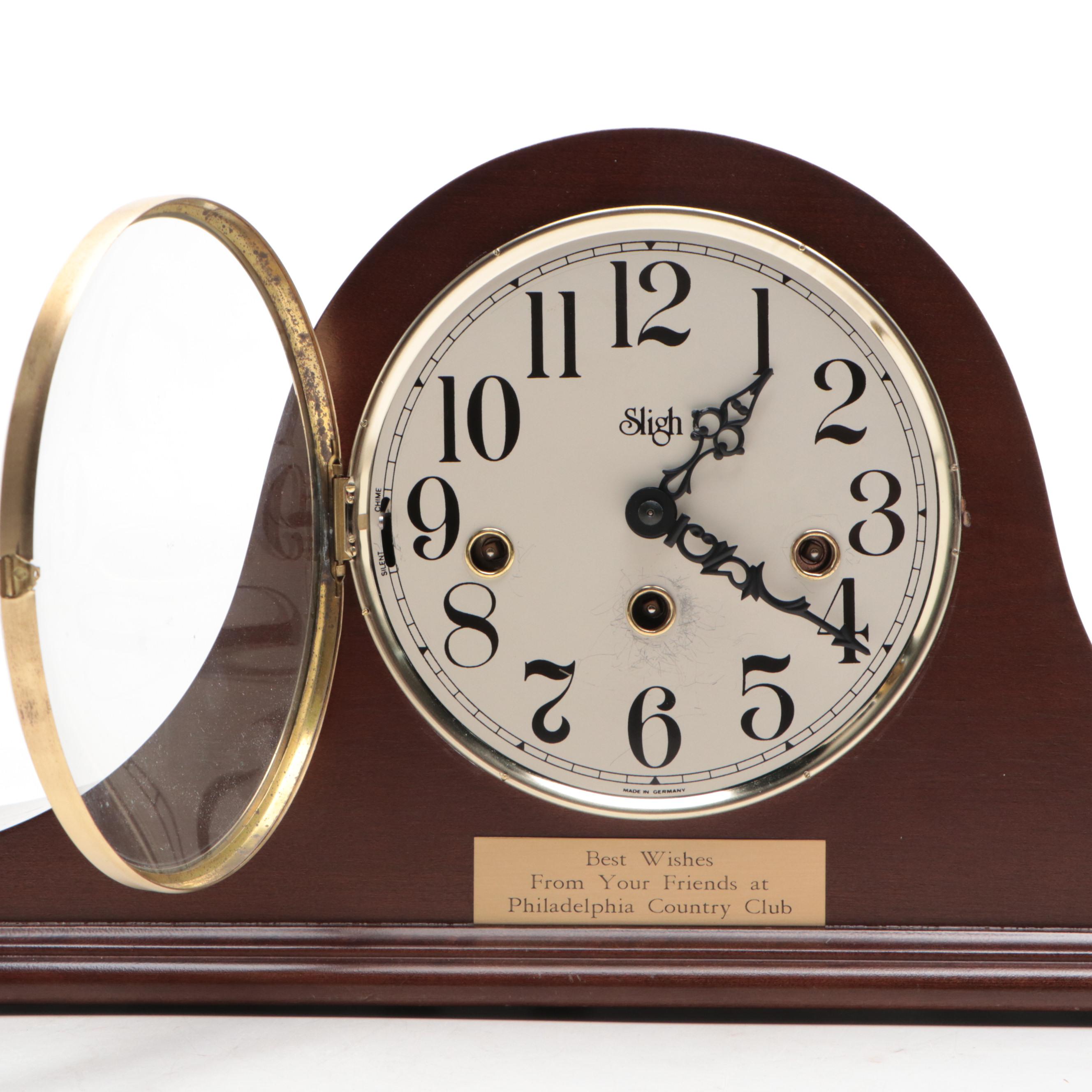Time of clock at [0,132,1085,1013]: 1:20
